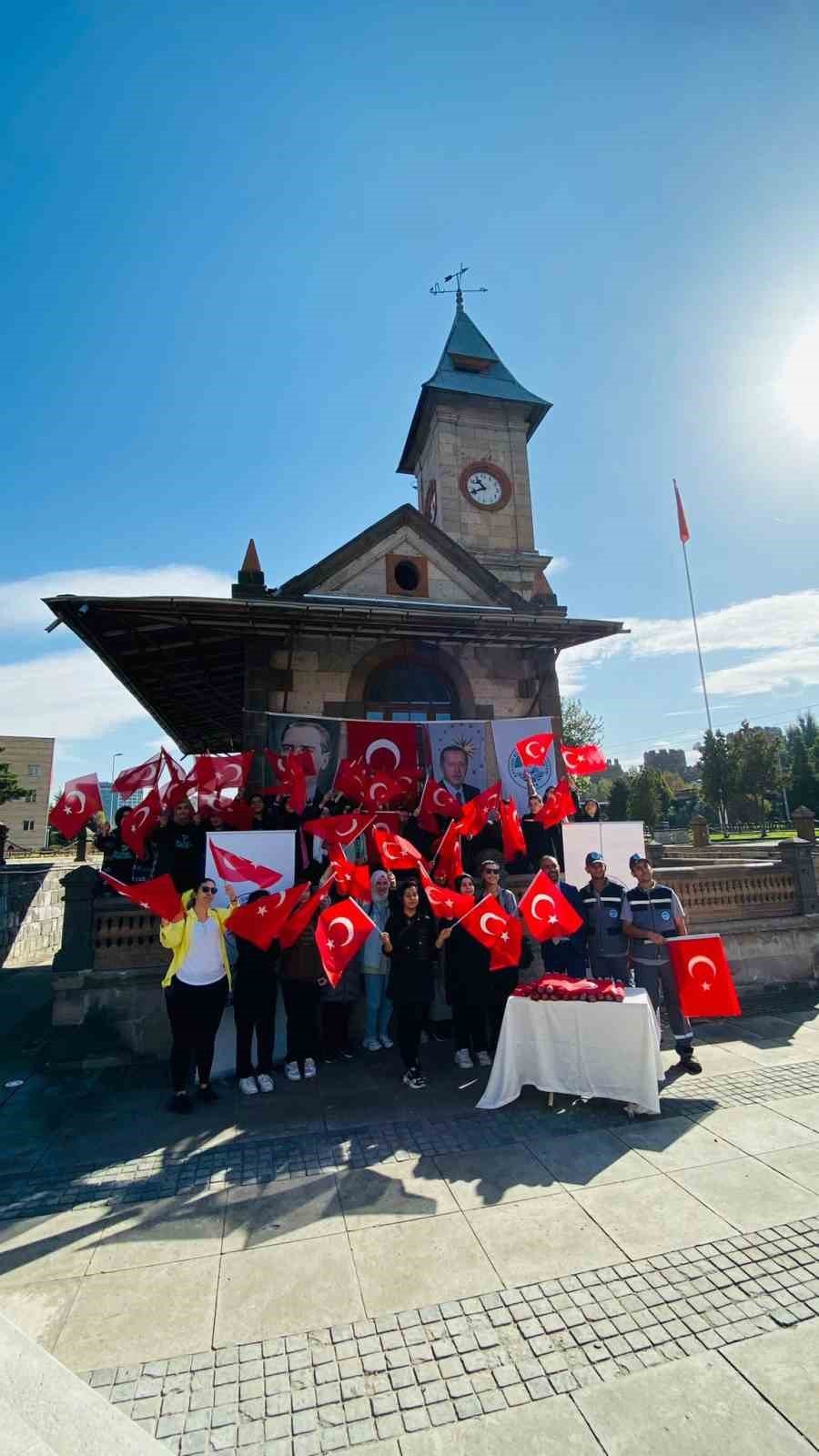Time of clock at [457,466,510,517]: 10:41
